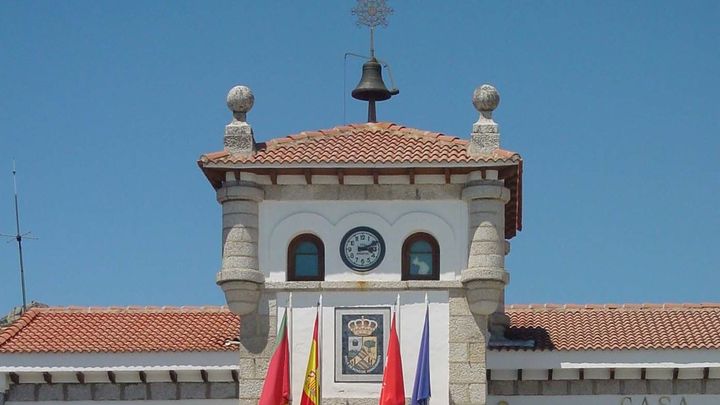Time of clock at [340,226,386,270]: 3:11
